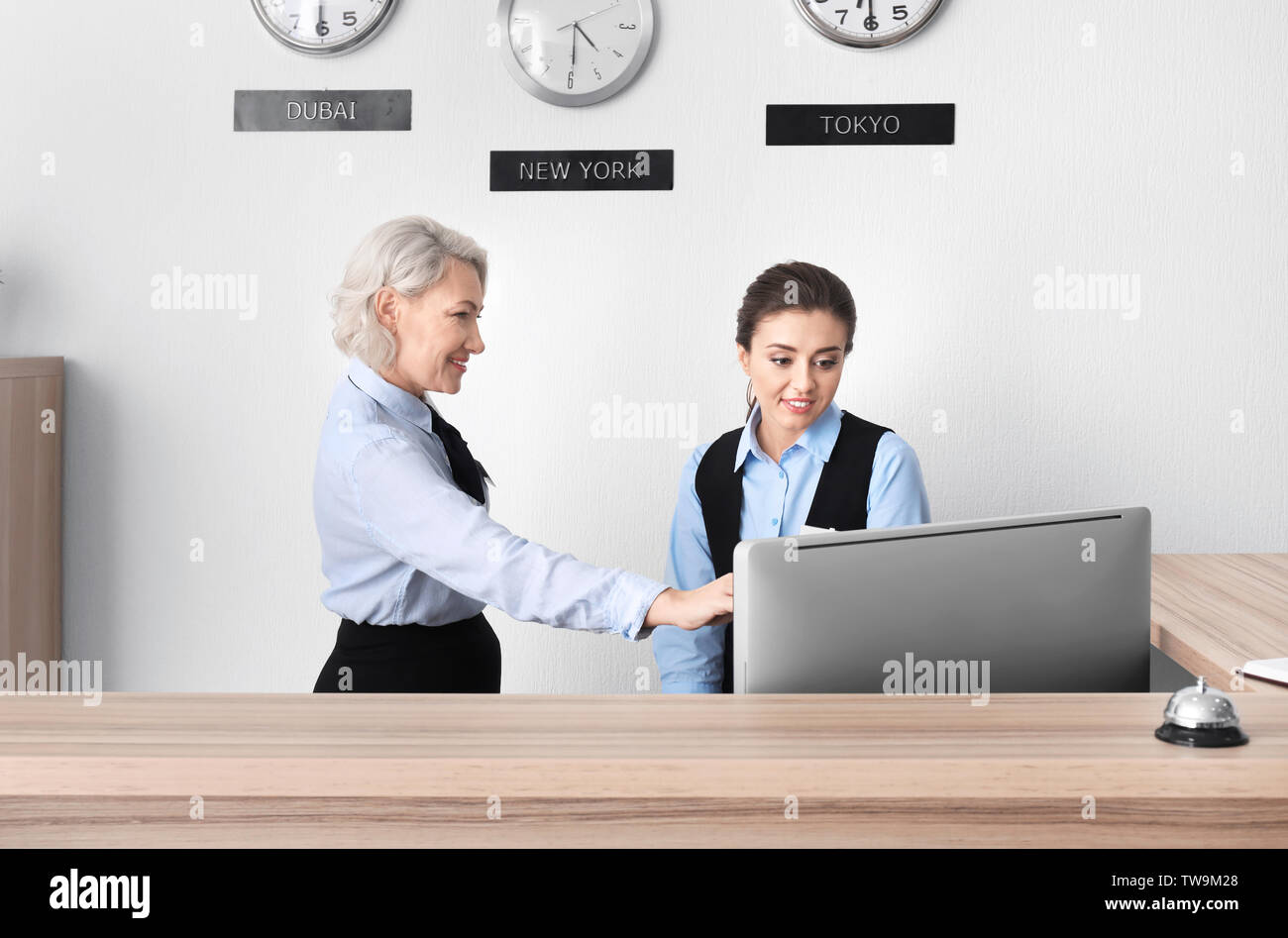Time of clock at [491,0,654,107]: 4:29
